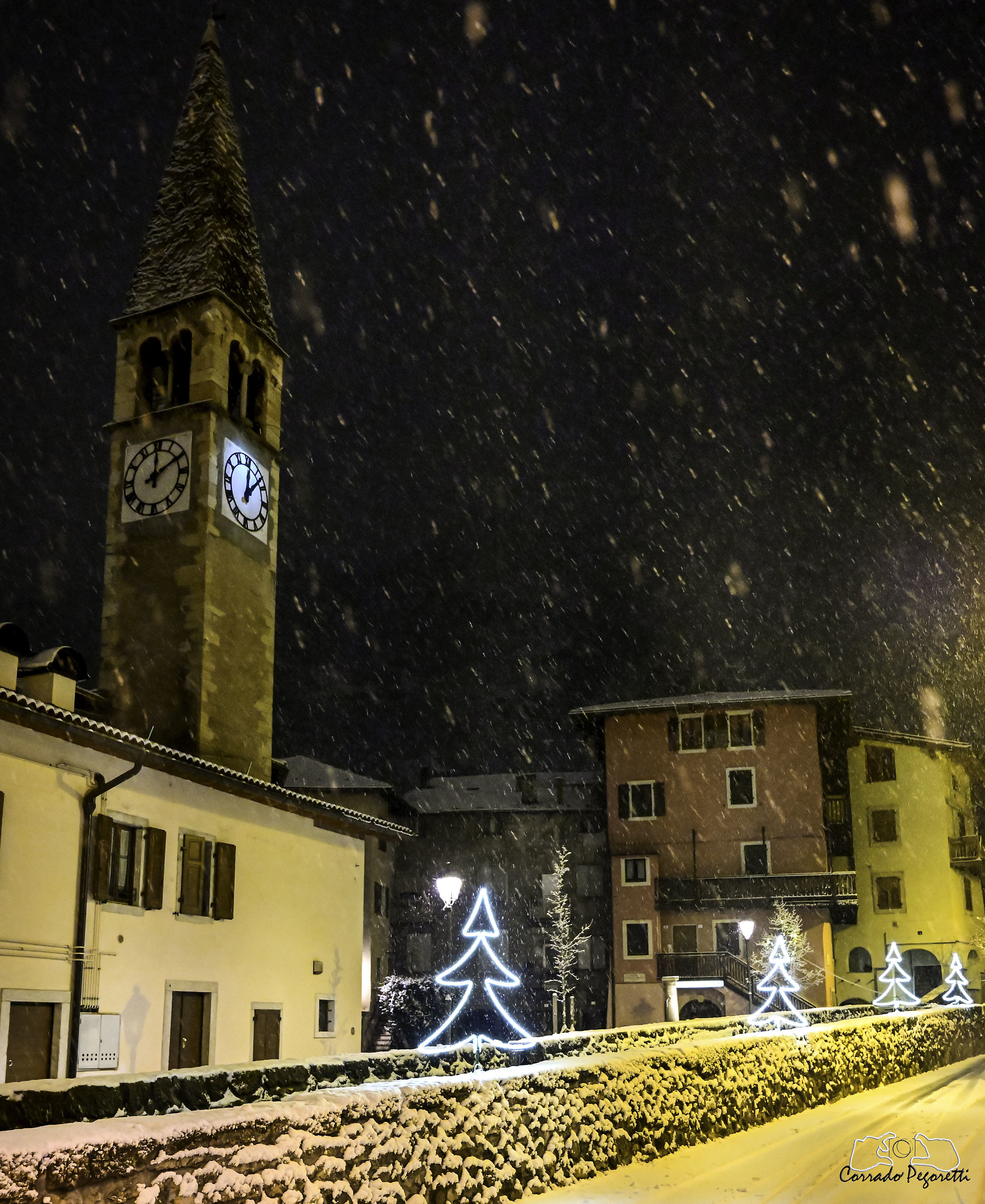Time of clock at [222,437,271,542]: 12:07
